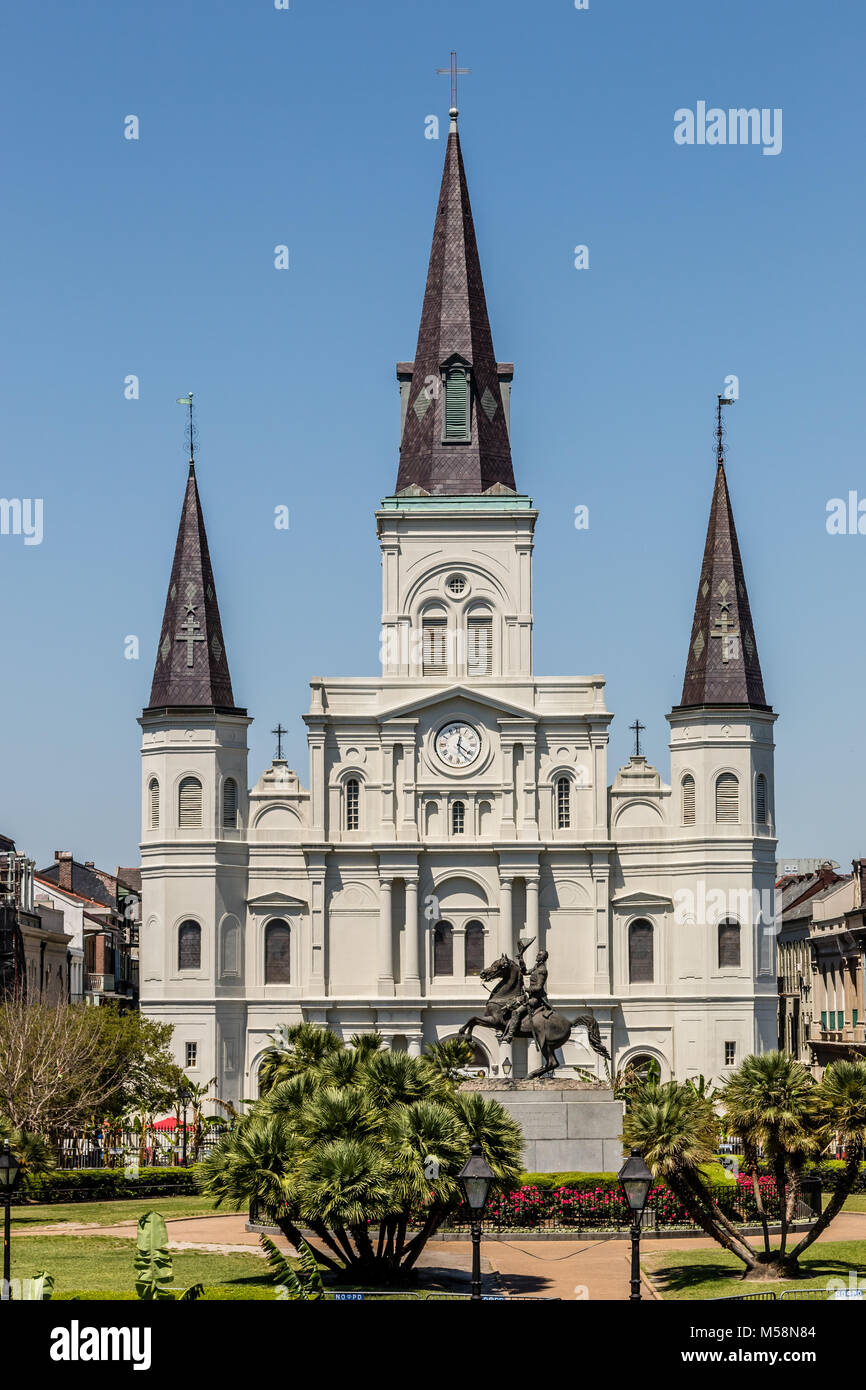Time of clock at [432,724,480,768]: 12:21
